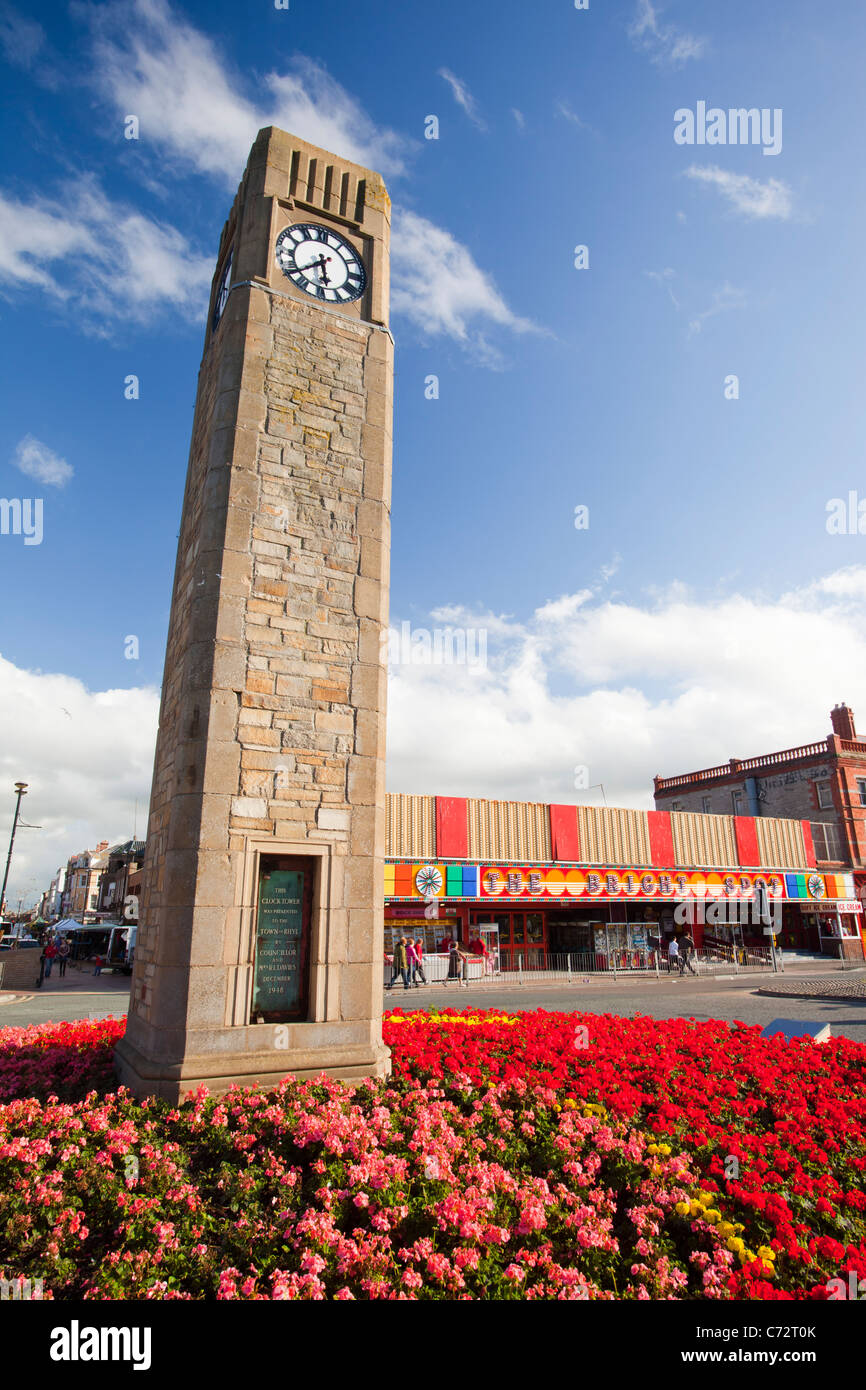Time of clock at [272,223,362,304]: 5:38
